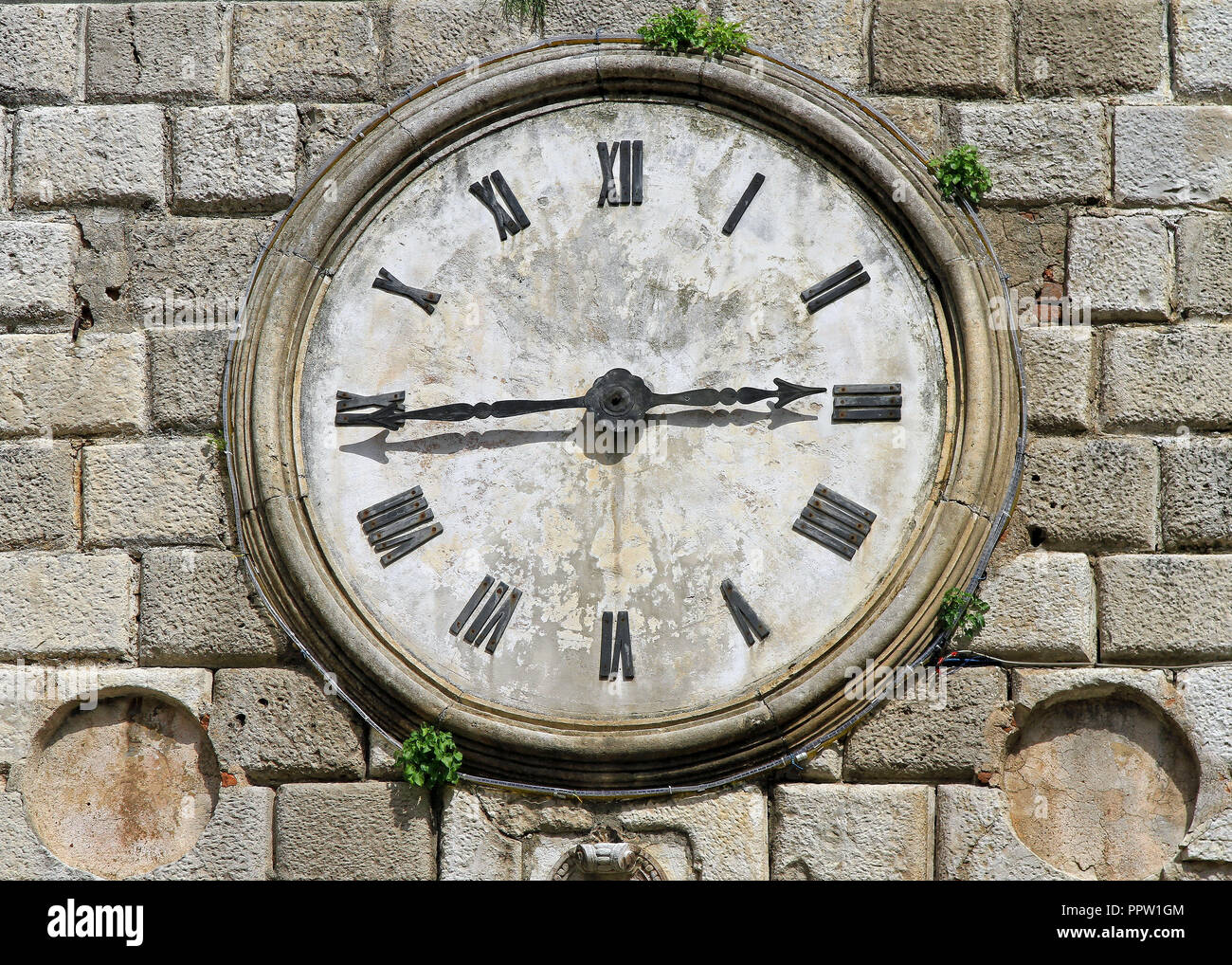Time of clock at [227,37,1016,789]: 2:44
